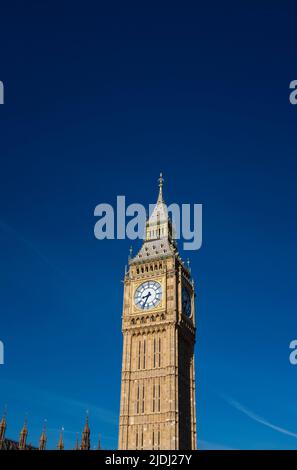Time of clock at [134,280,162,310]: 8:34
